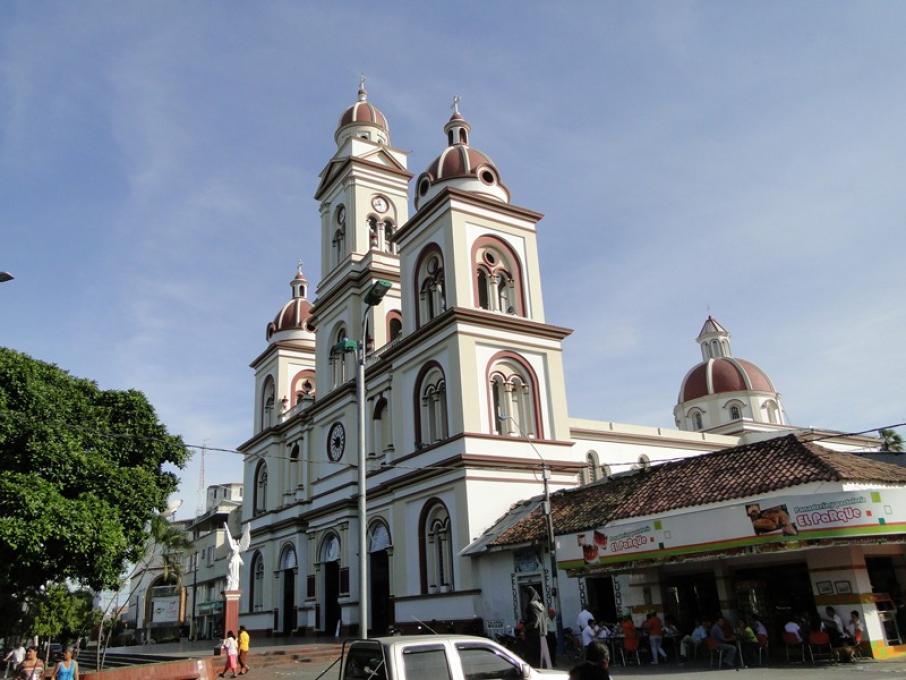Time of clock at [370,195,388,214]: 11:42
